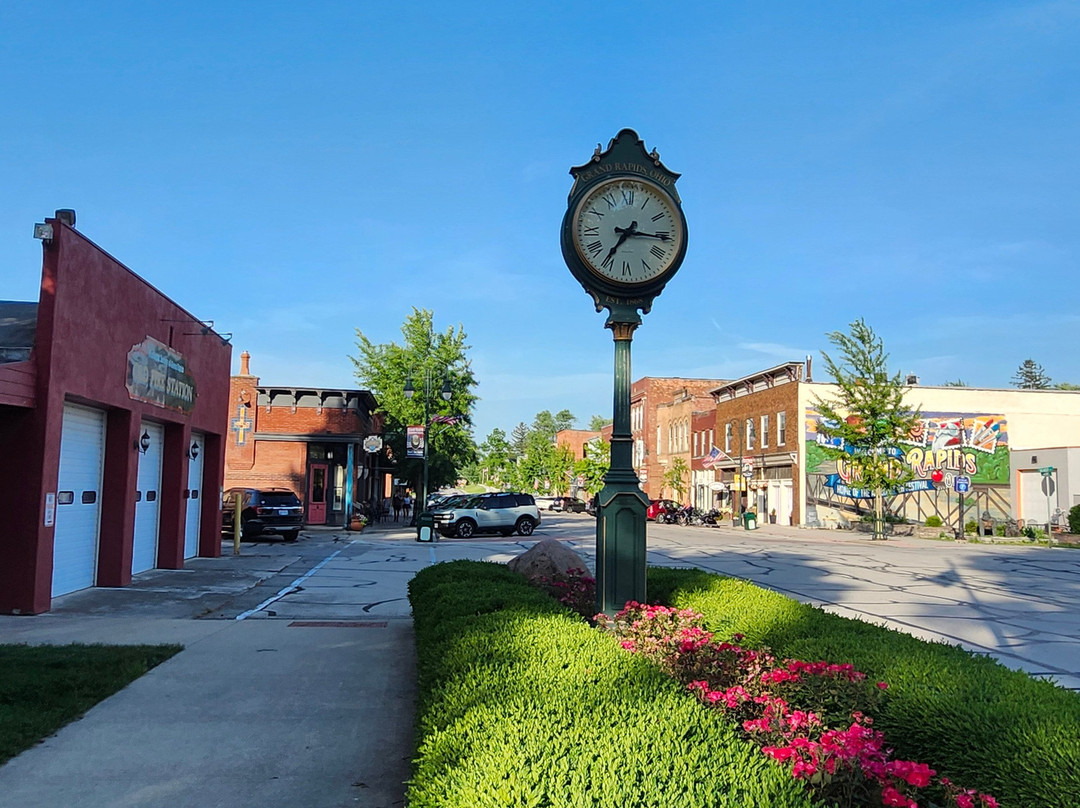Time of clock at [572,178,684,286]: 7:15
